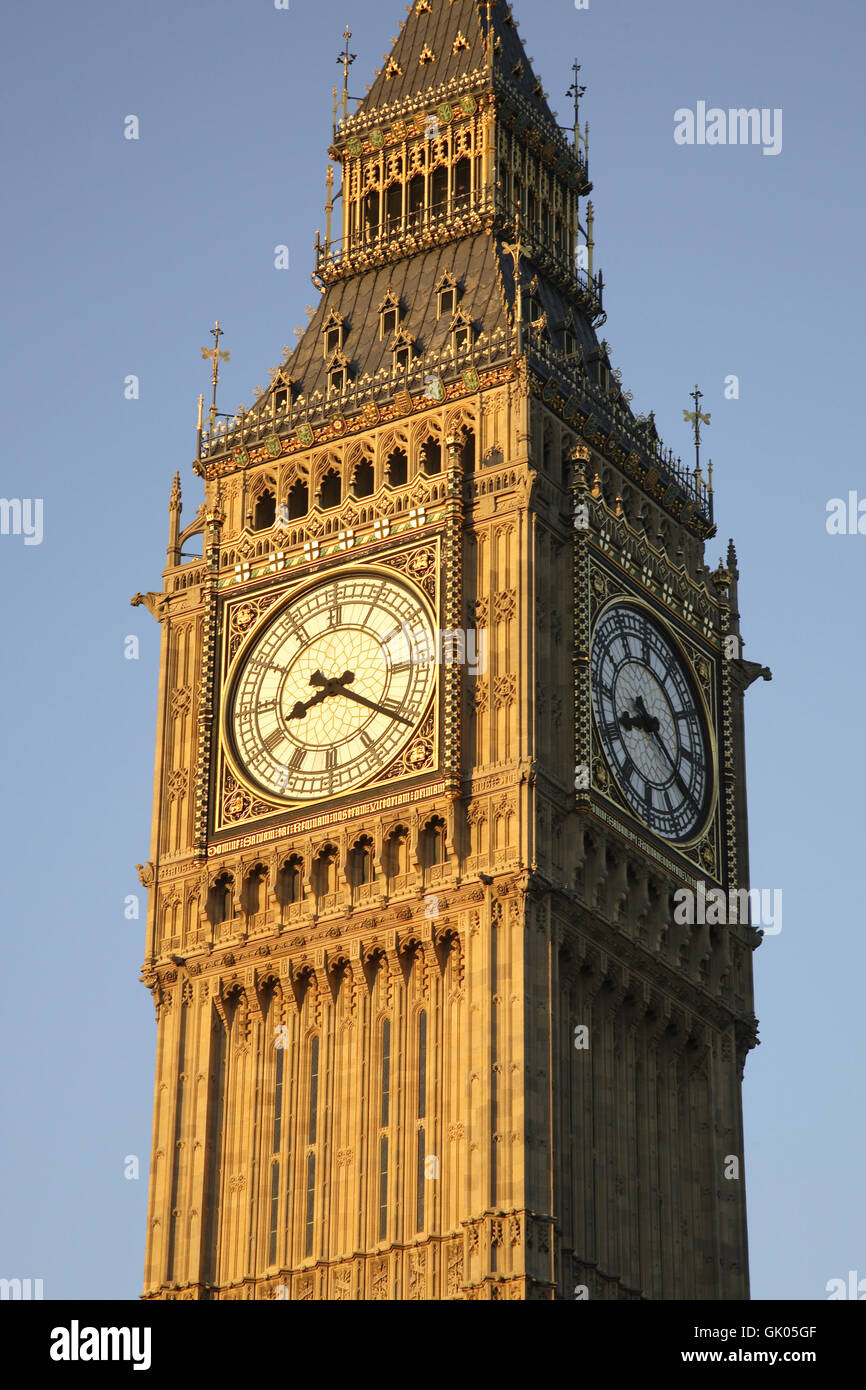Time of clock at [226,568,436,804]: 8:20
